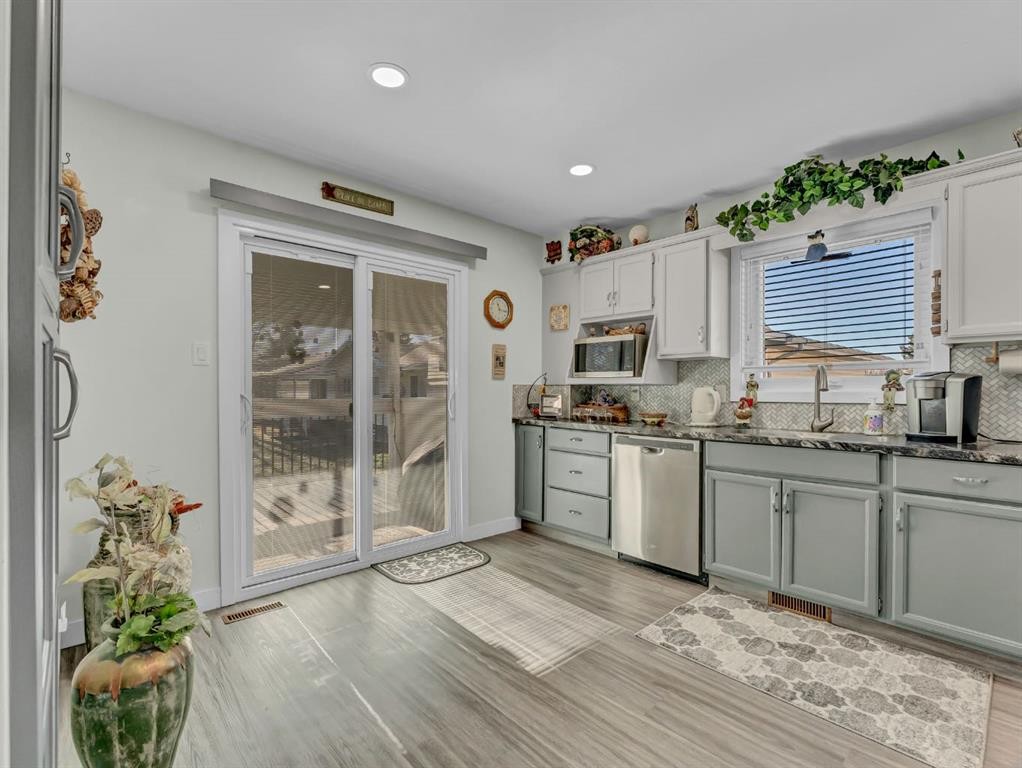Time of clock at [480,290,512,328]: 11:16
